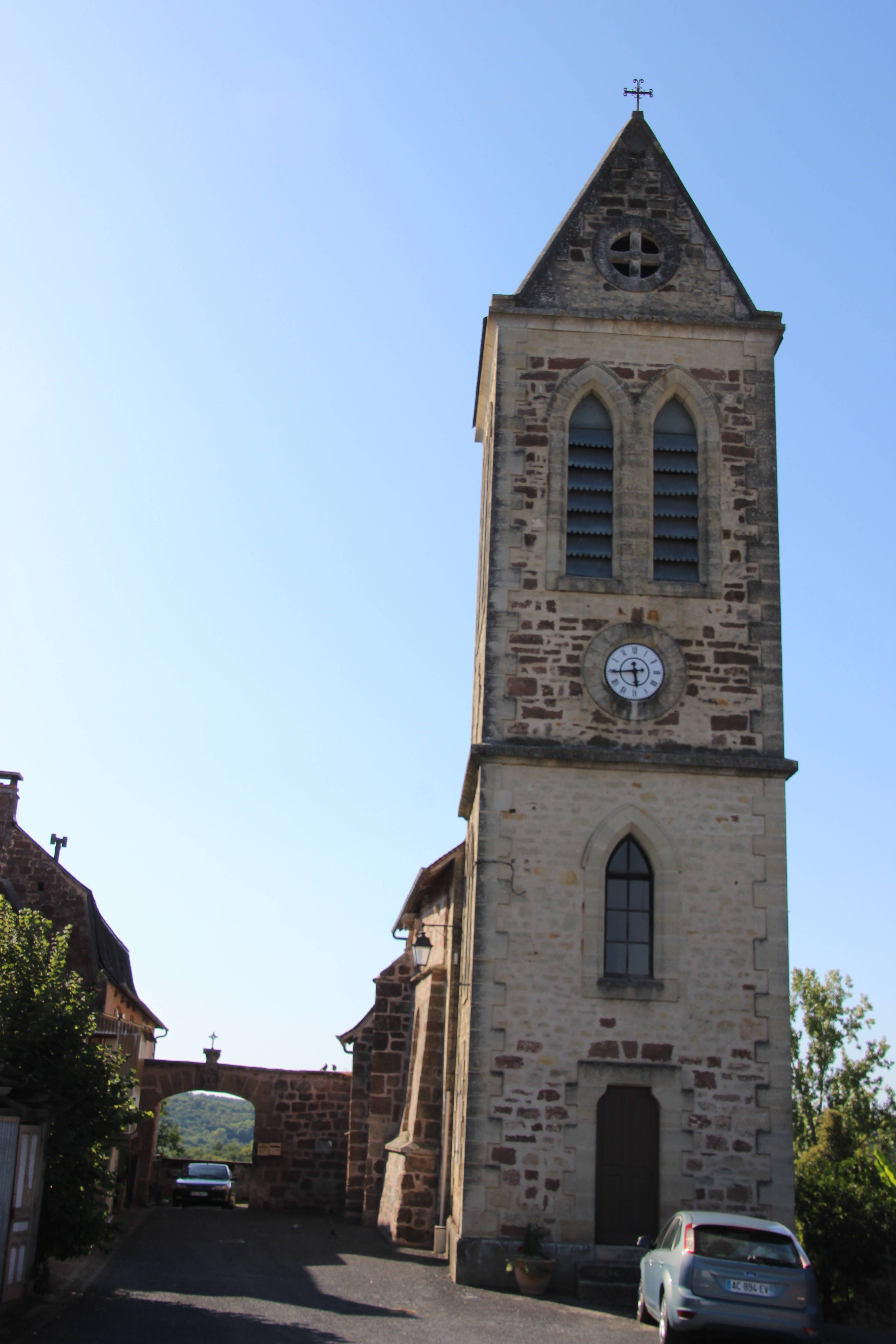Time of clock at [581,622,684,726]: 5:44
